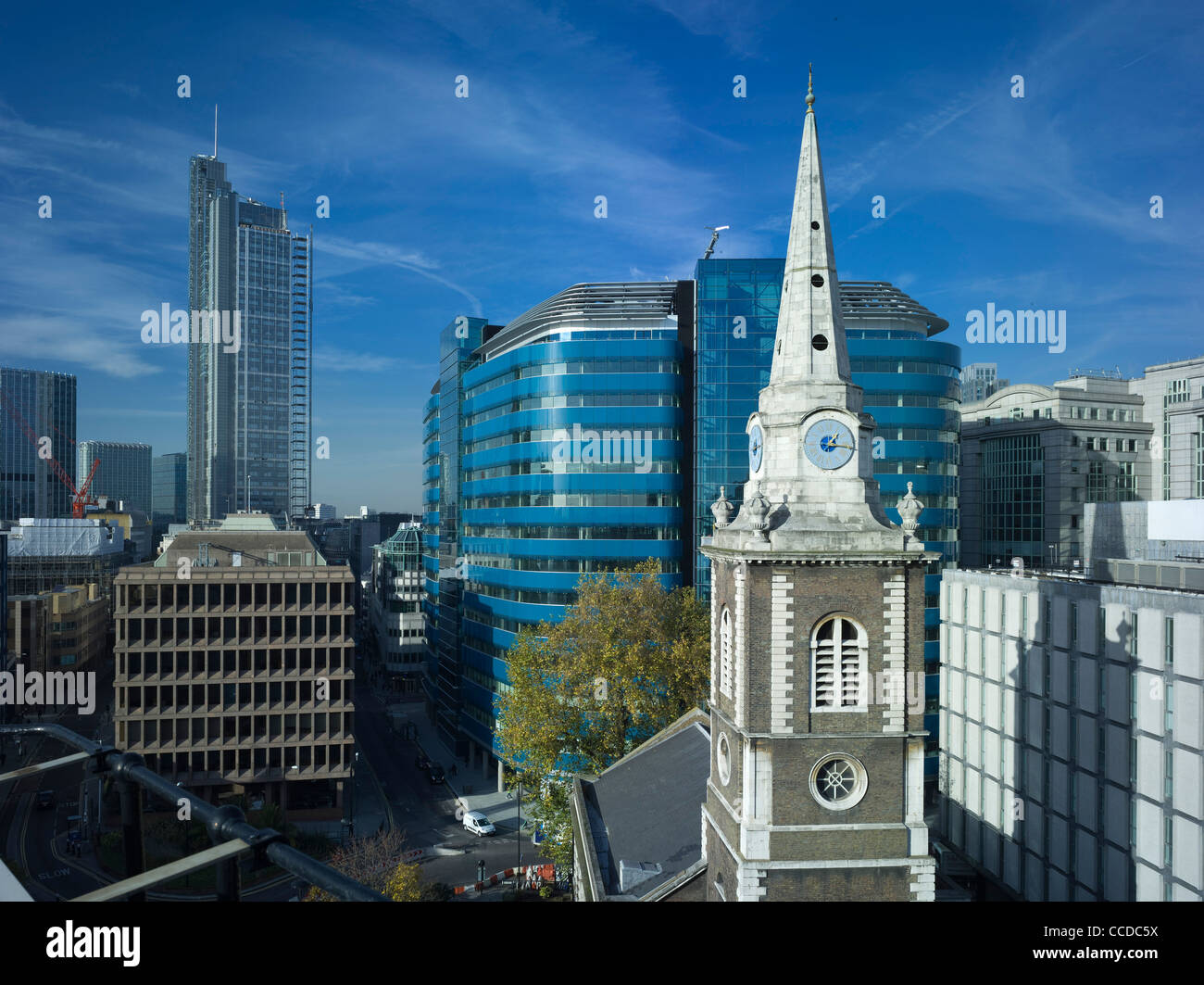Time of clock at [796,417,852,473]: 1:16
